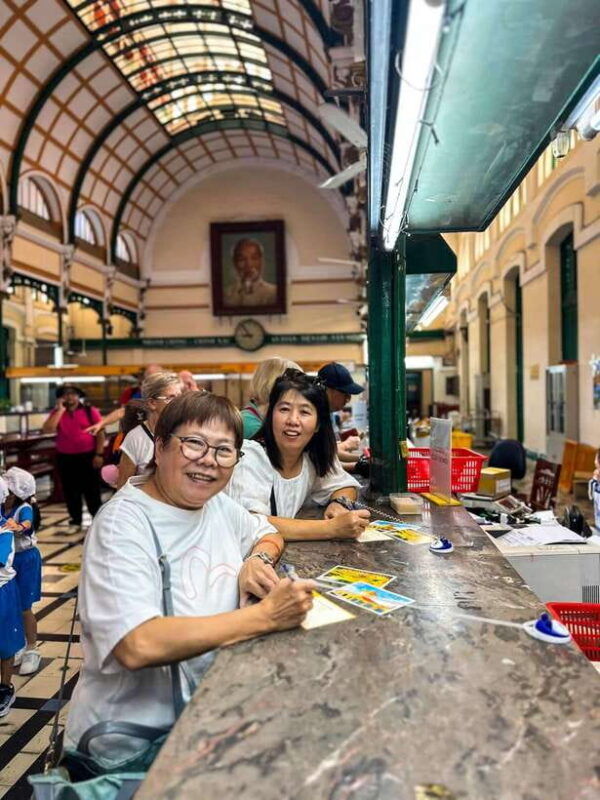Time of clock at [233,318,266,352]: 8:53
